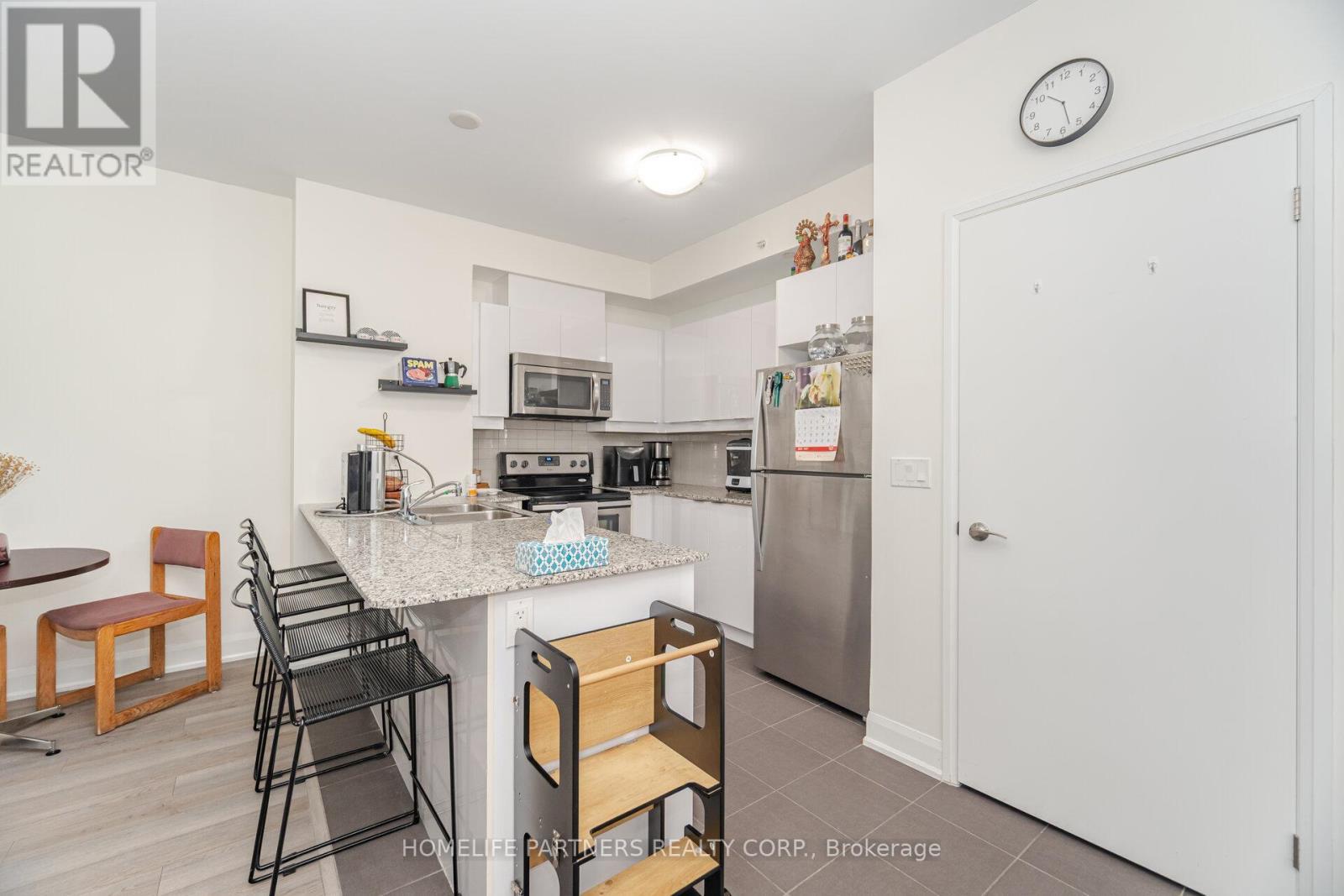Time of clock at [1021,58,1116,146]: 10:27
